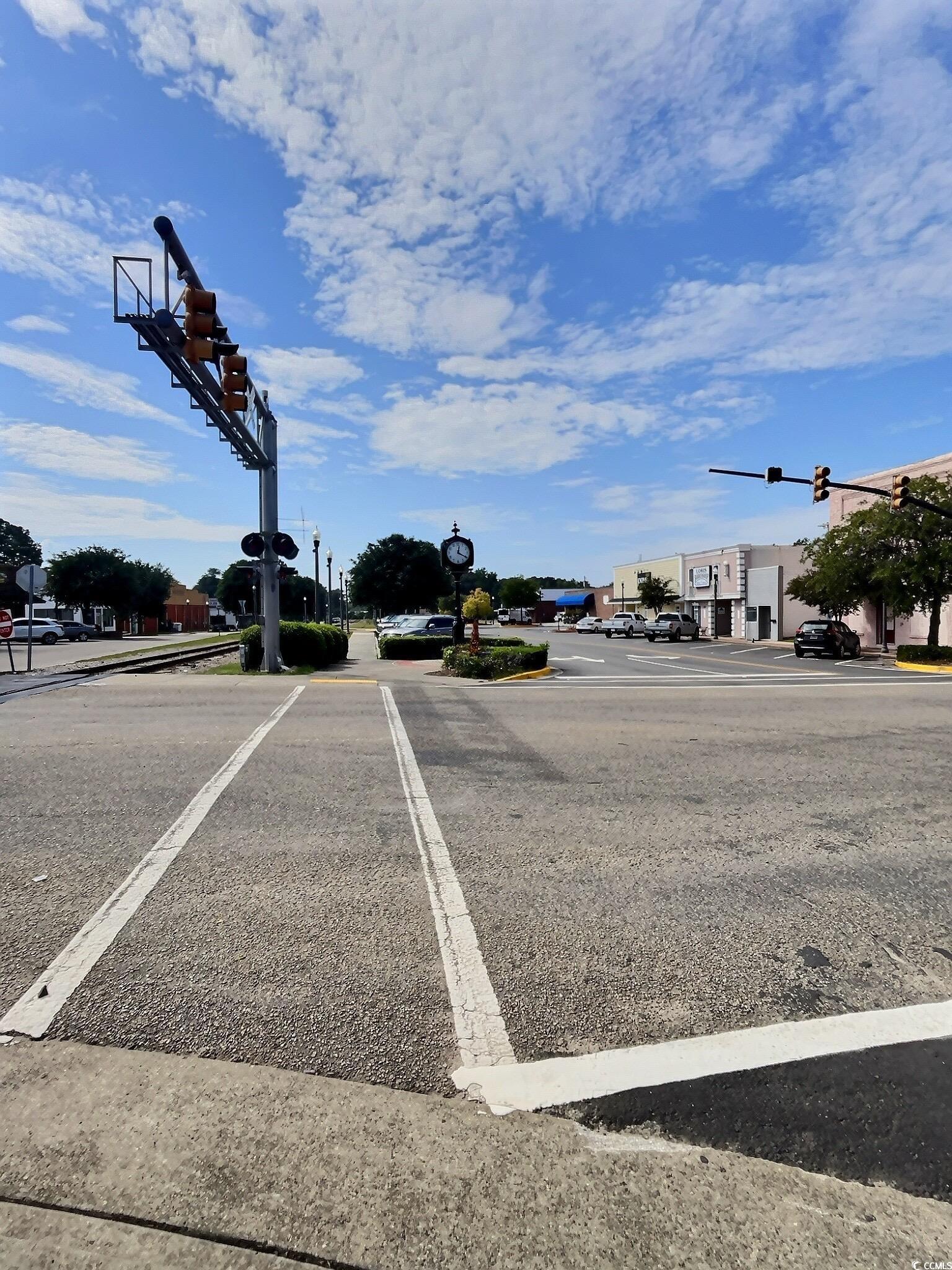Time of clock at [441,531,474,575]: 12:20
